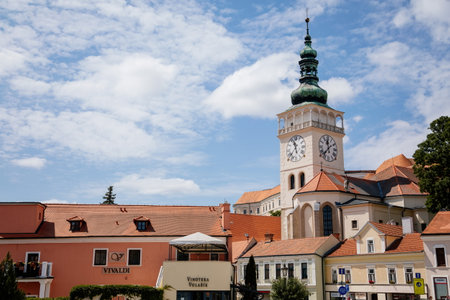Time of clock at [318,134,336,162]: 11:37
